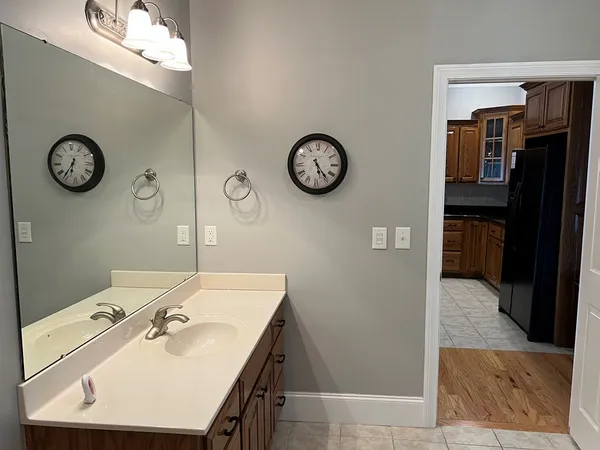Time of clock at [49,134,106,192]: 6:36
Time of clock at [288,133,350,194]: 5:23
